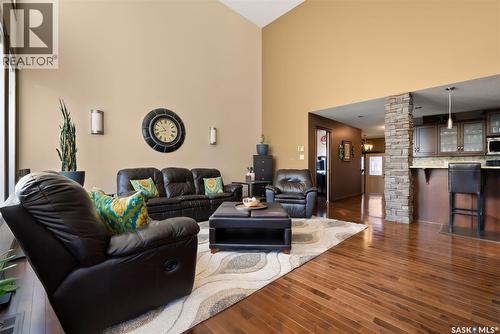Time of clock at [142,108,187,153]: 10:42
